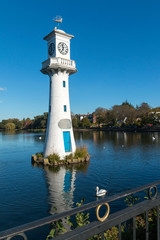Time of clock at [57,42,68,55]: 11:35
